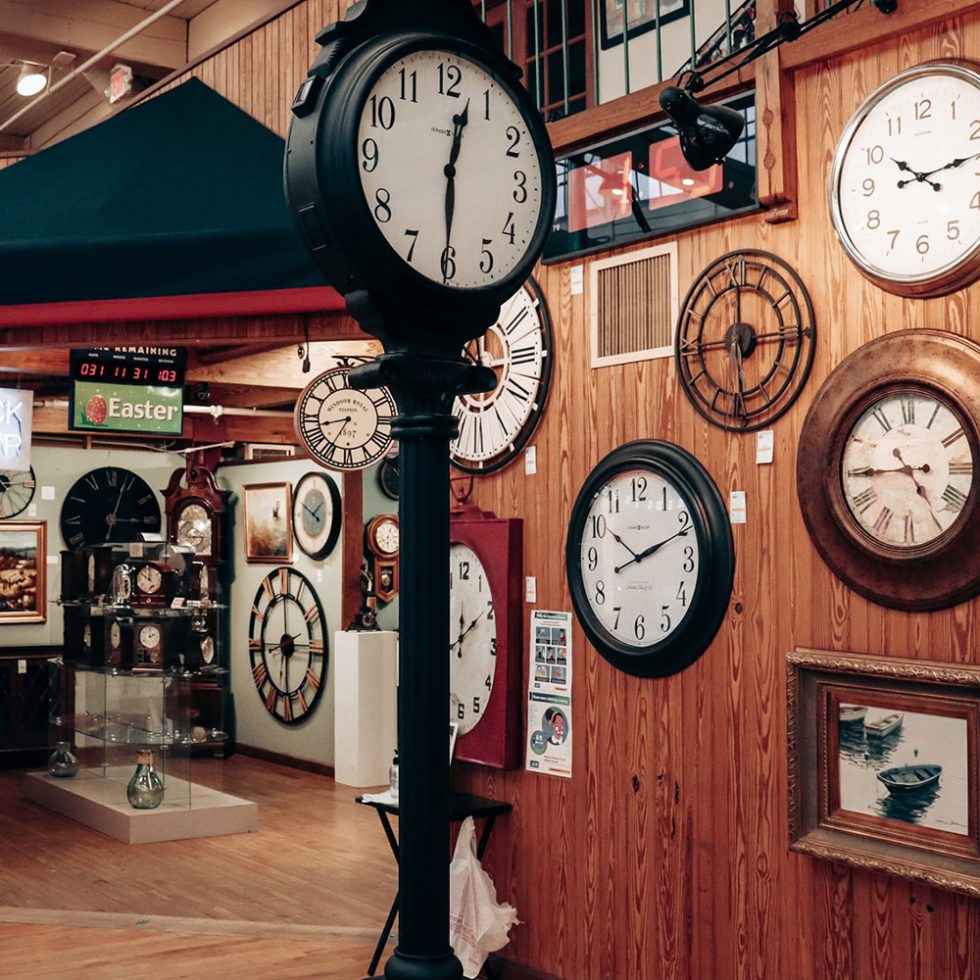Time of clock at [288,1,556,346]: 12:30
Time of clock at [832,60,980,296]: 10:13
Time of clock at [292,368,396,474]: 8:35
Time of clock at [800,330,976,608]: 4:44
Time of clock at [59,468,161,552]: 3:03
